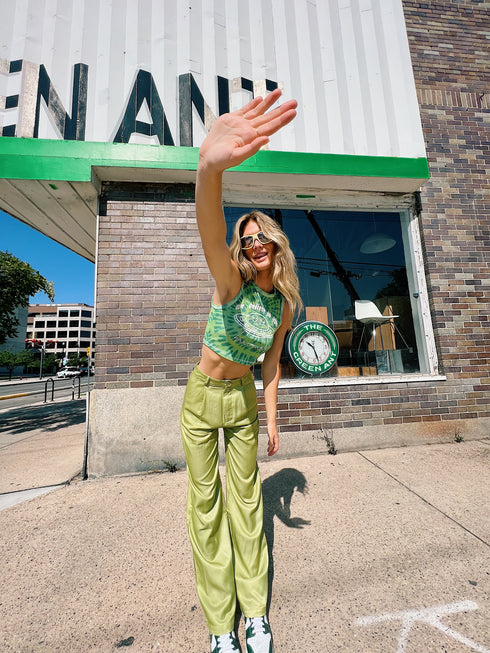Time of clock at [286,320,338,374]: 10:27
